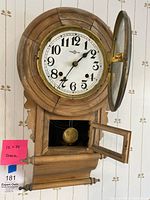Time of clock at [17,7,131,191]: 1:35
